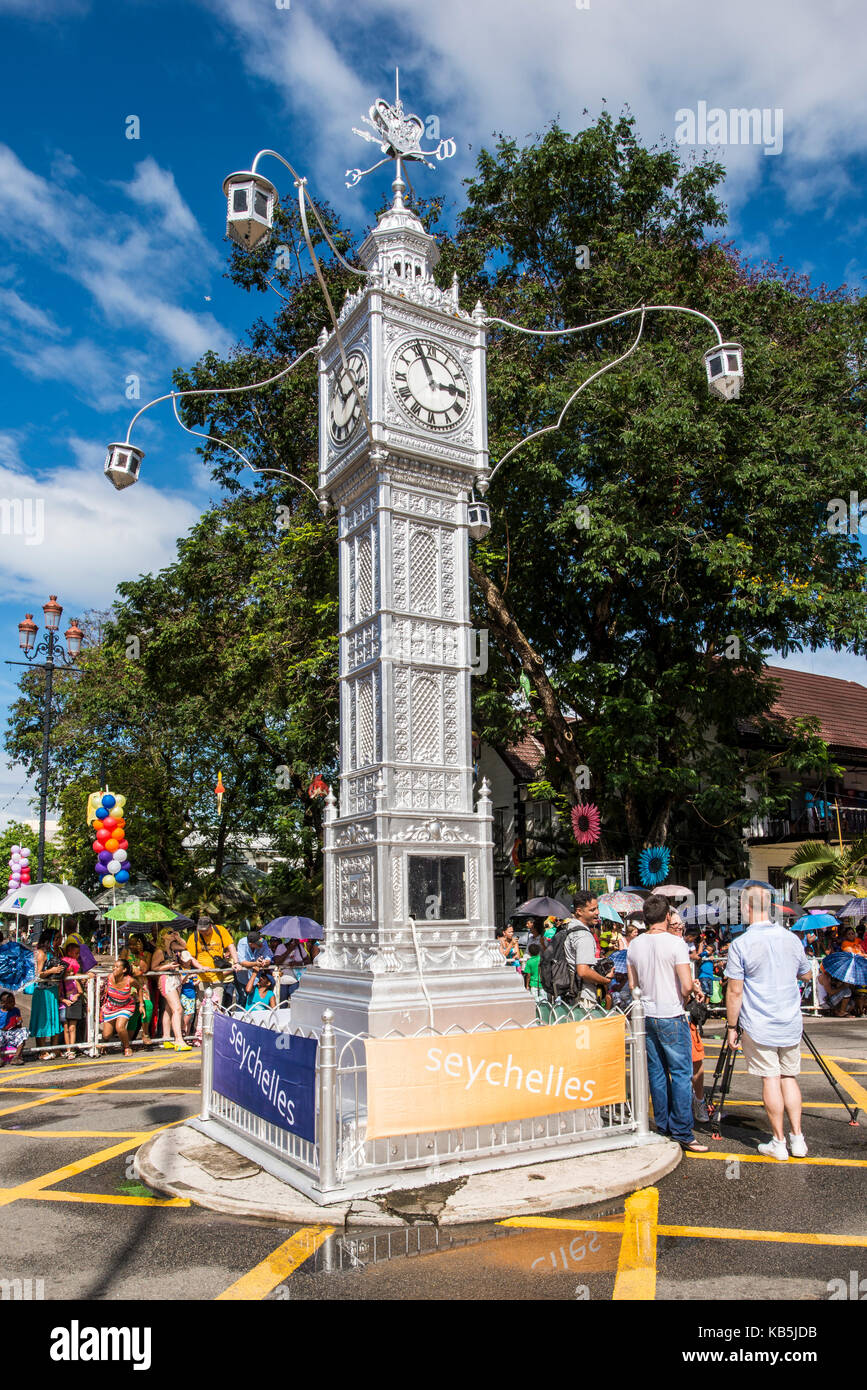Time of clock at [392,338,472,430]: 2:56
